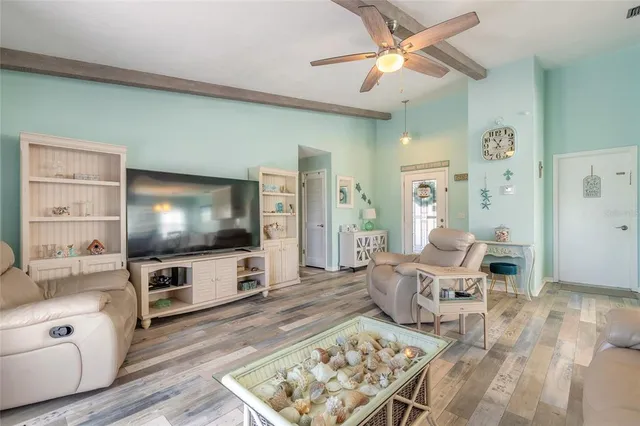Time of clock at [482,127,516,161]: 12:53
